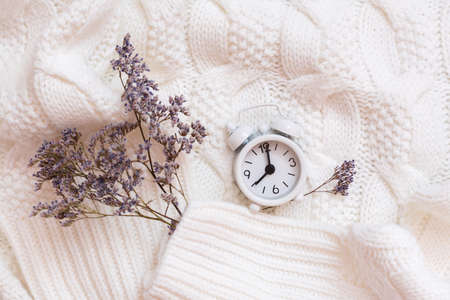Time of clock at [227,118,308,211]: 8:01
